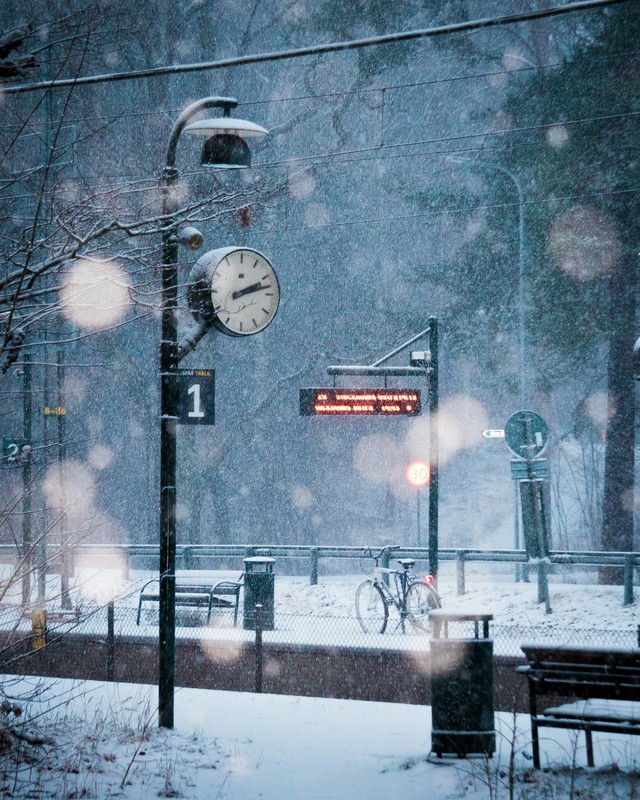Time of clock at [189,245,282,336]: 2:12
